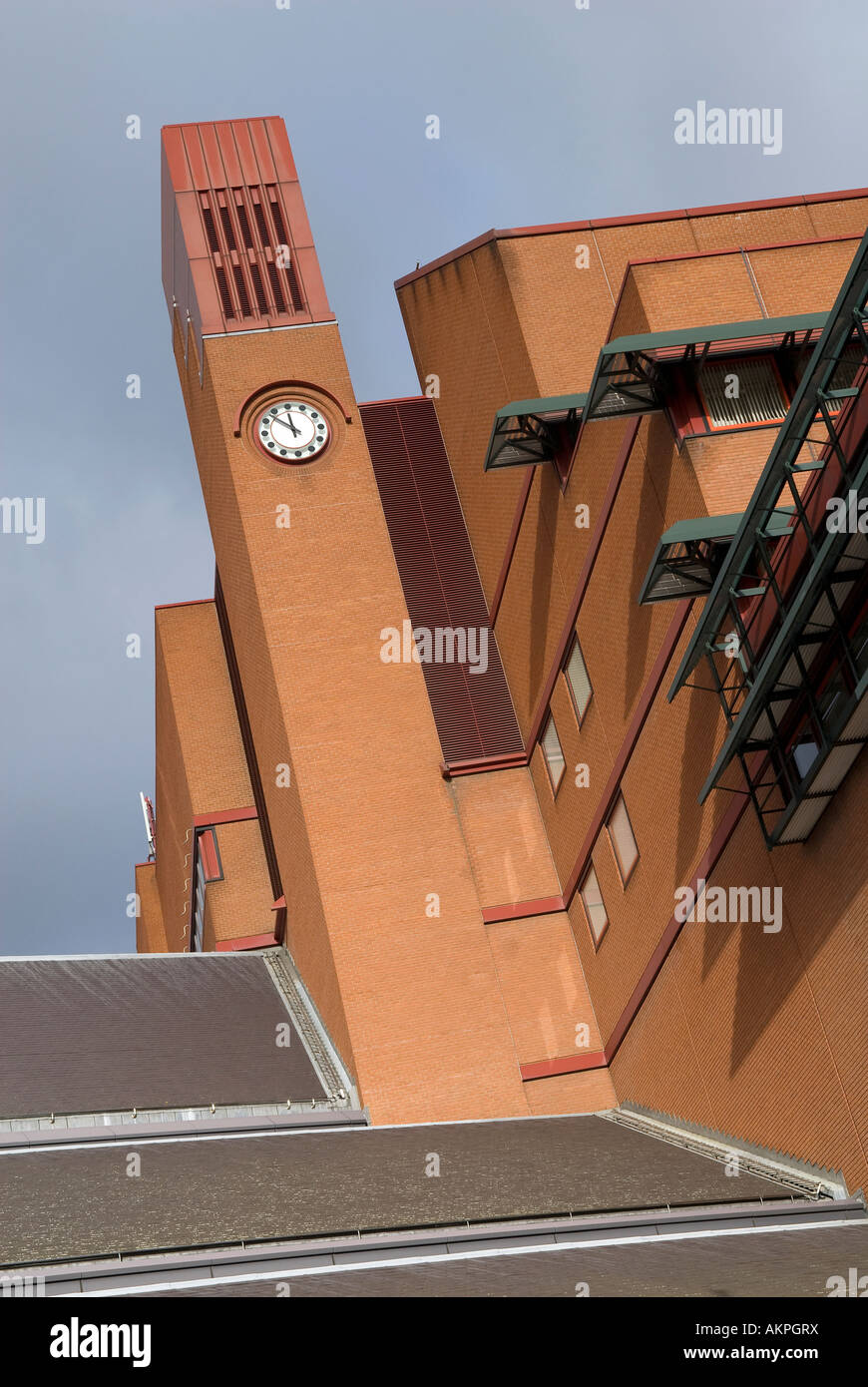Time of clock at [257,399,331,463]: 11:52
